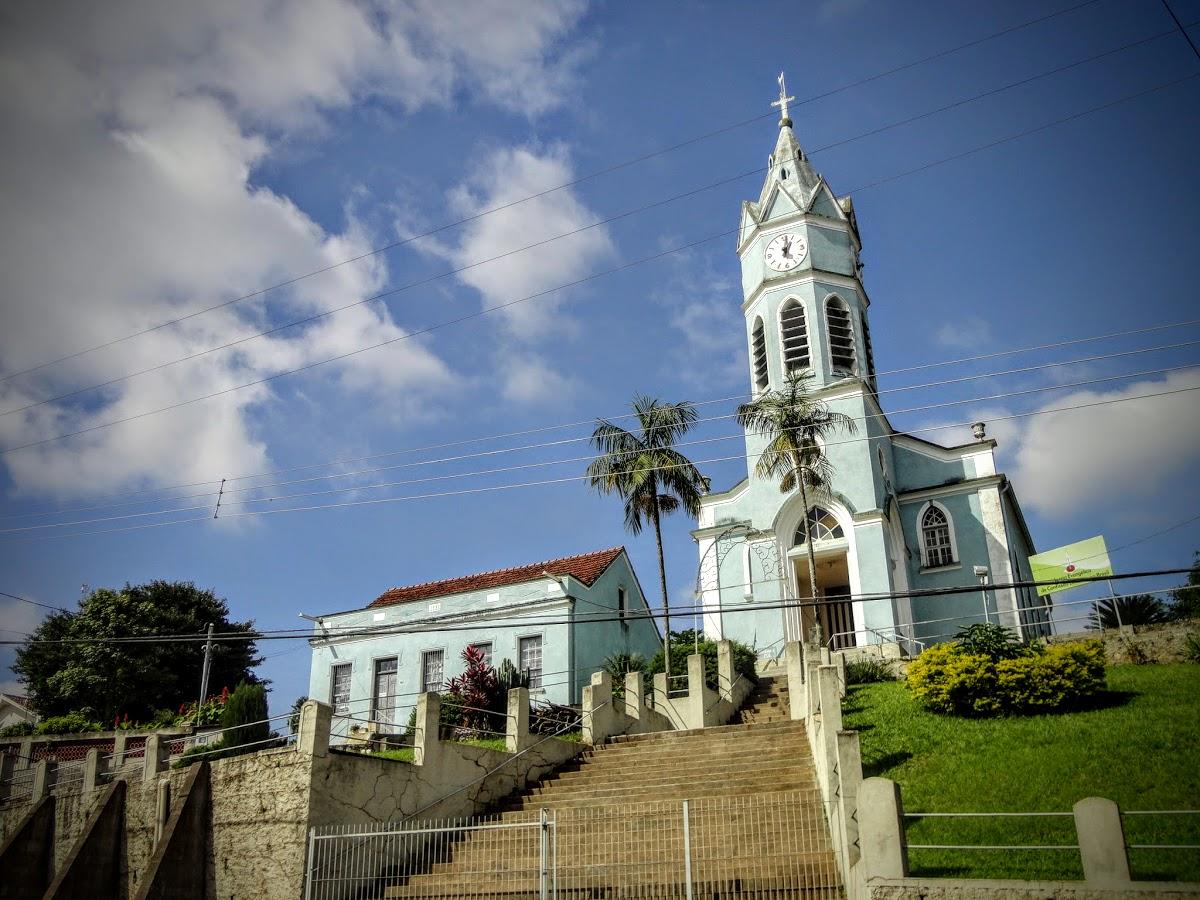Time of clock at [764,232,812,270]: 1:01
